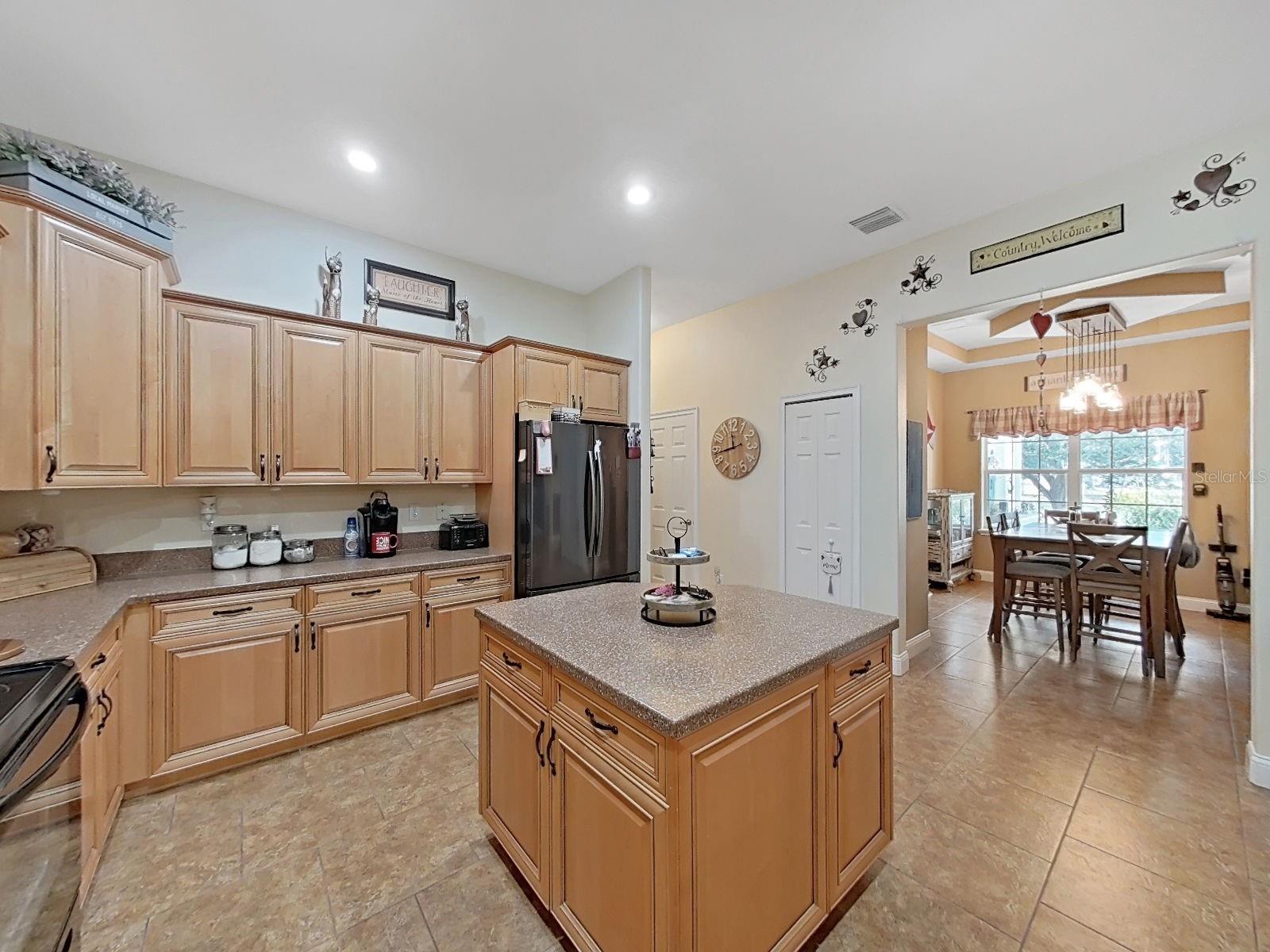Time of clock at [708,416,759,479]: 11:43
